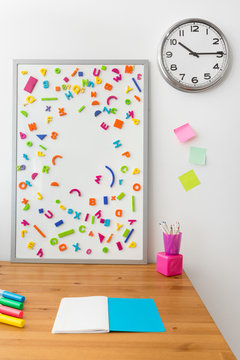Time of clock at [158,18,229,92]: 10:14
